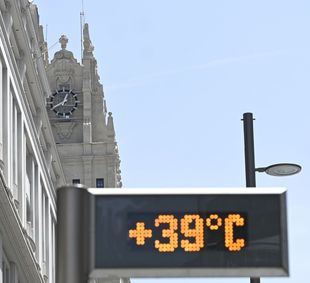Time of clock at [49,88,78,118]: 12:40
